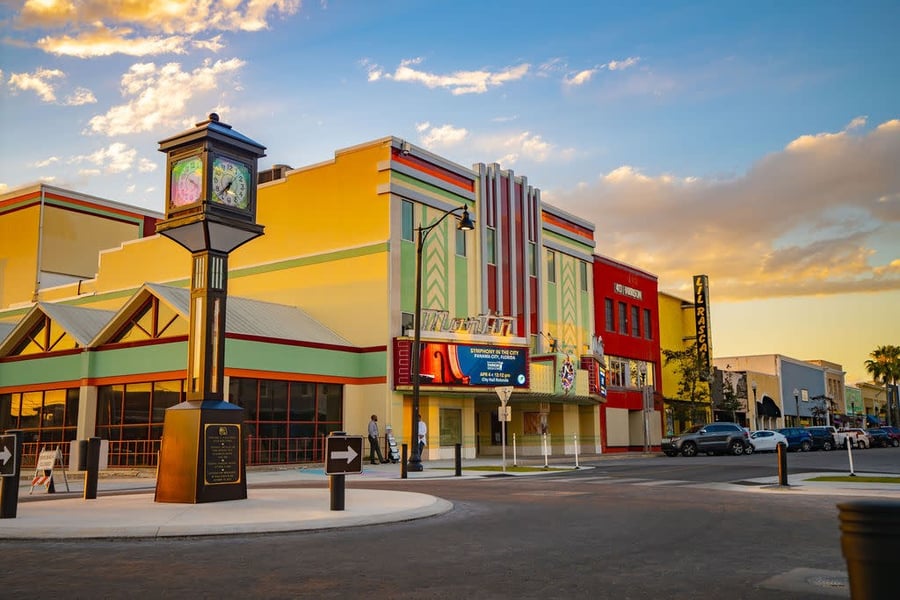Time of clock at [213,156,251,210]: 6:37
